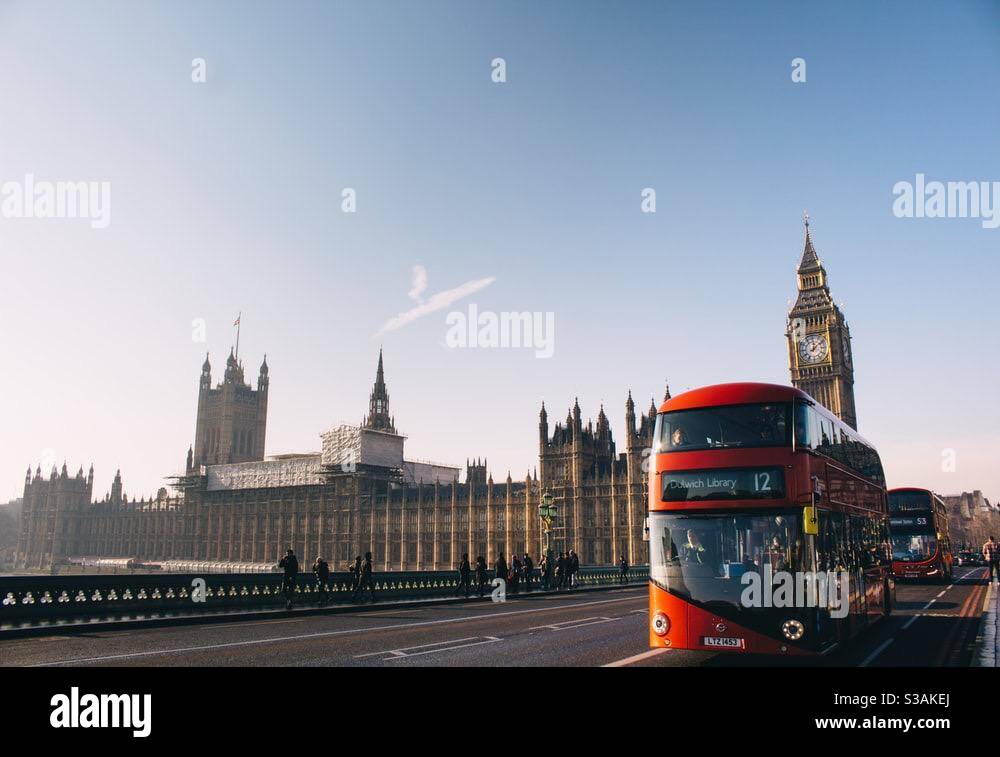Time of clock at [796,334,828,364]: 12:08
